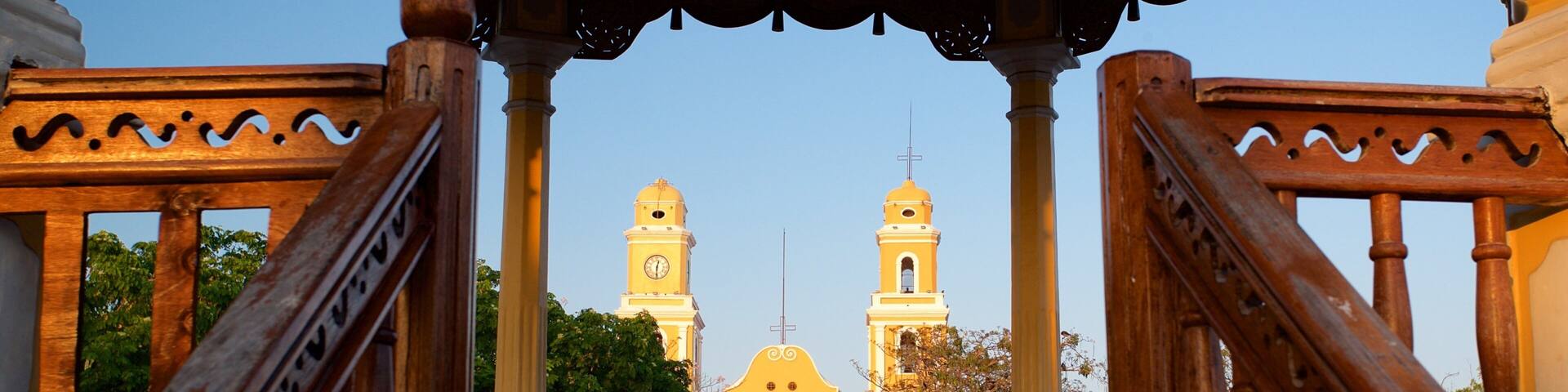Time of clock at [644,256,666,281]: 12:30
